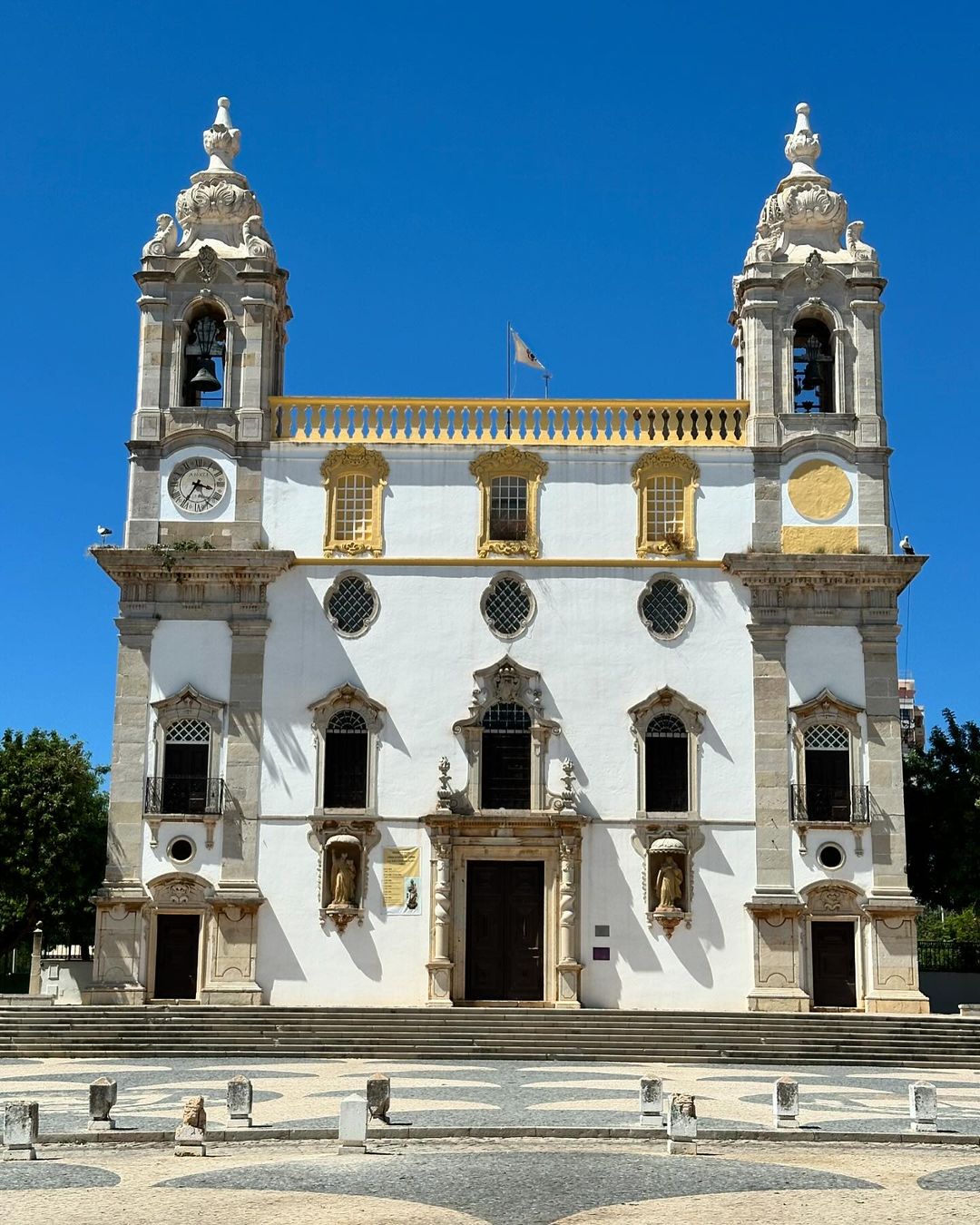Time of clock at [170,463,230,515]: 3:35
